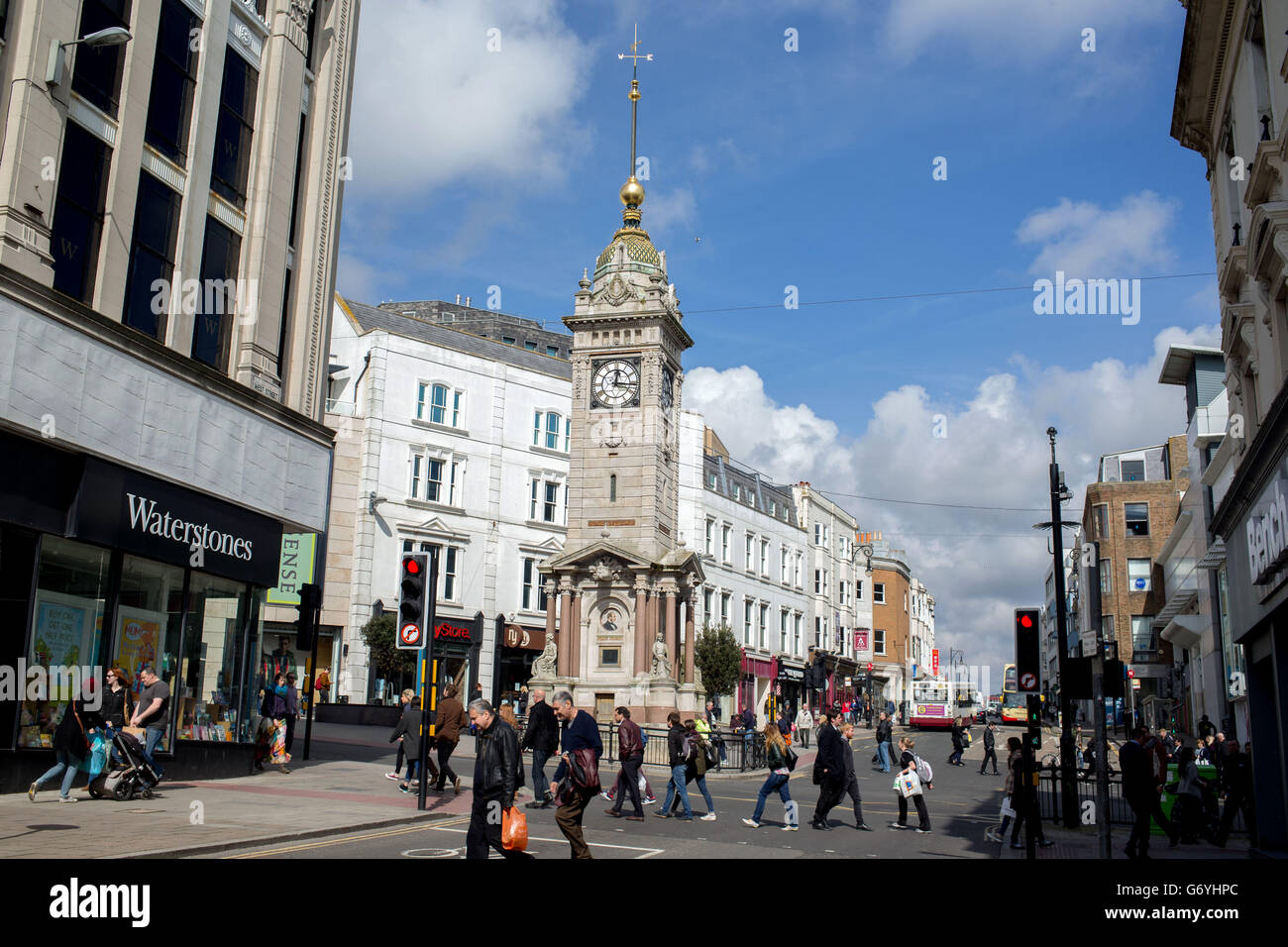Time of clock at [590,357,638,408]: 12:16
